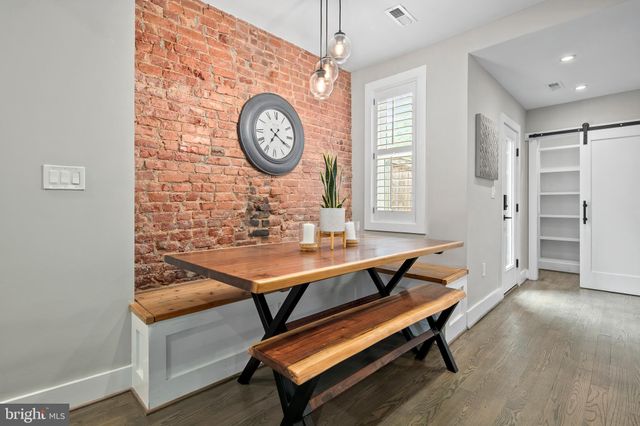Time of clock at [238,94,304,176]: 7:19
